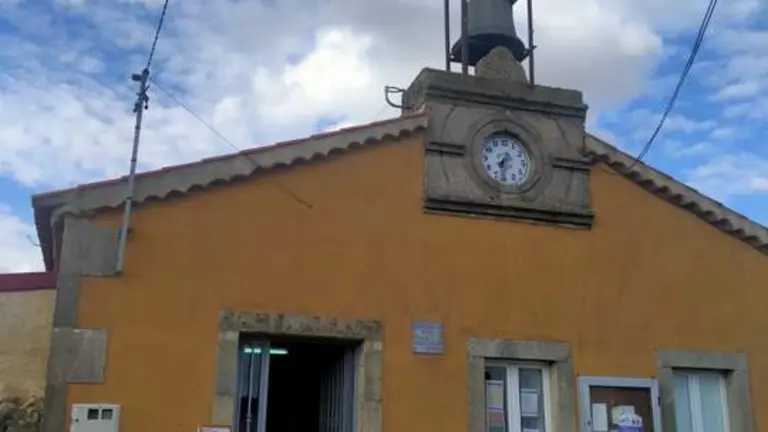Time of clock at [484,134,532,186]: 7:32
